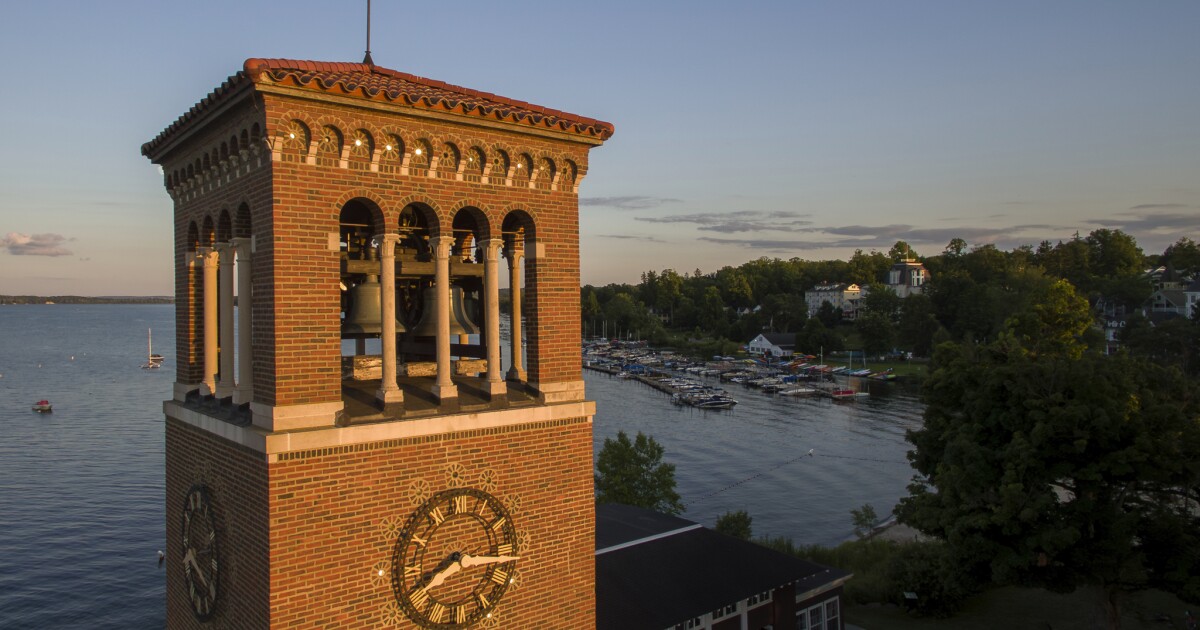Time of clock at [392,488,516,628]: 8:16
